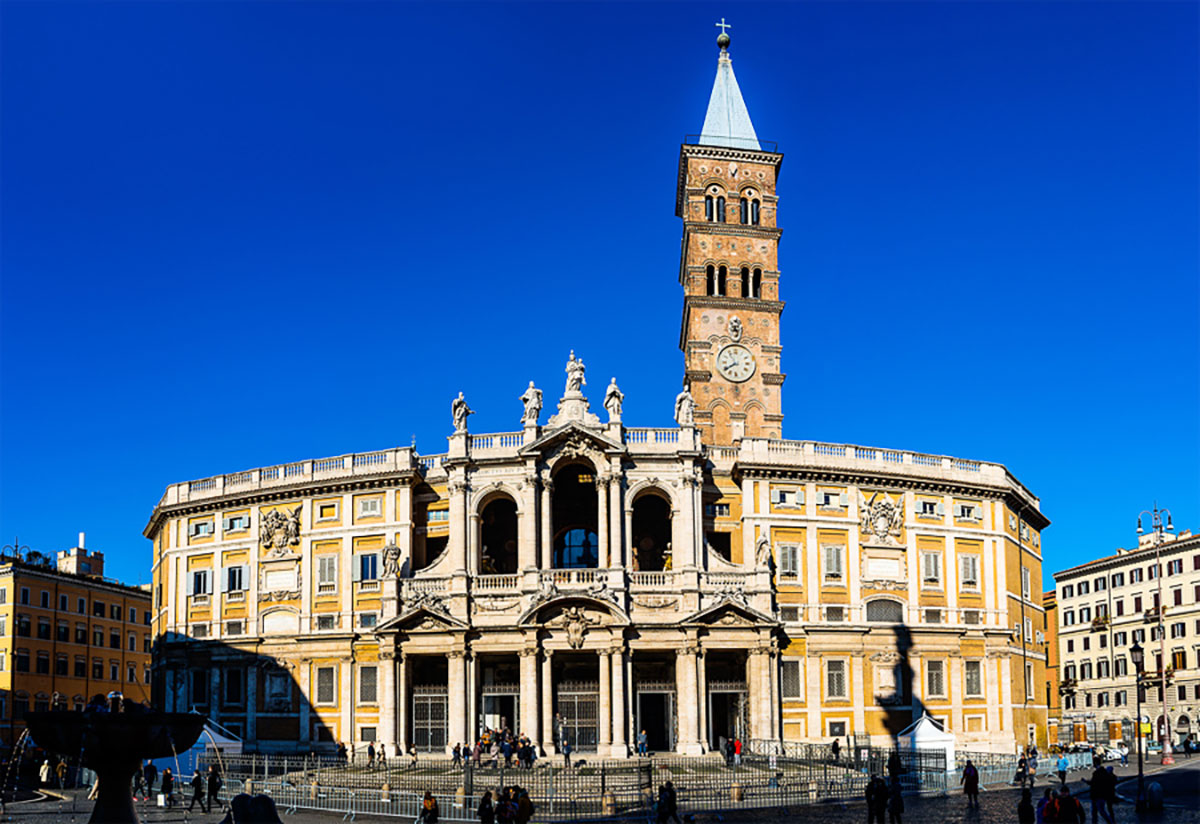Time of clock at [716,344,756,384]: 7:54
